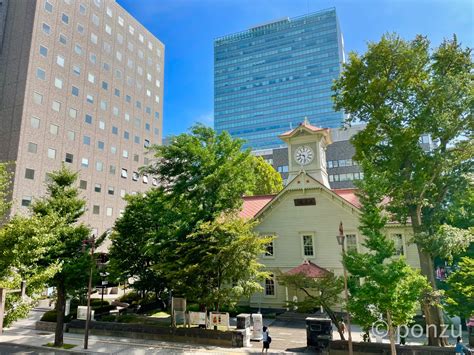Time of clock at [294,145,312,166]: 9:28
